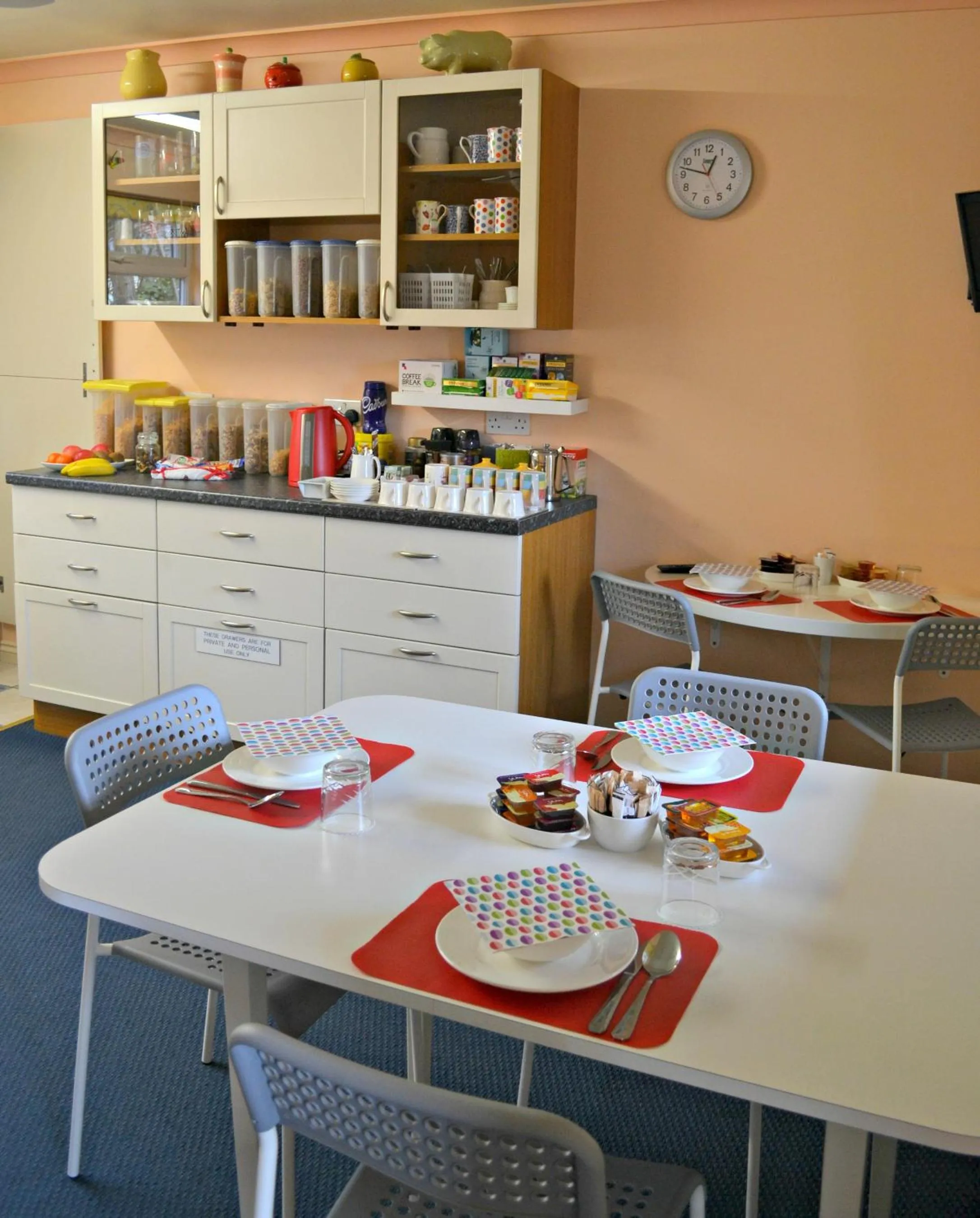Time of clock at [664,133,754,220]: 12:47
